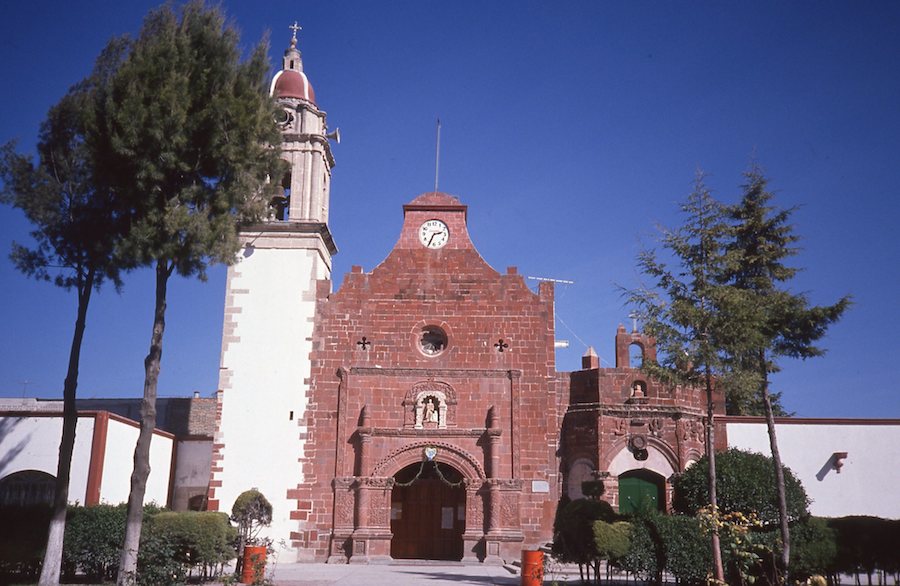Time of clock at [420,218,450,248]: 2:34
